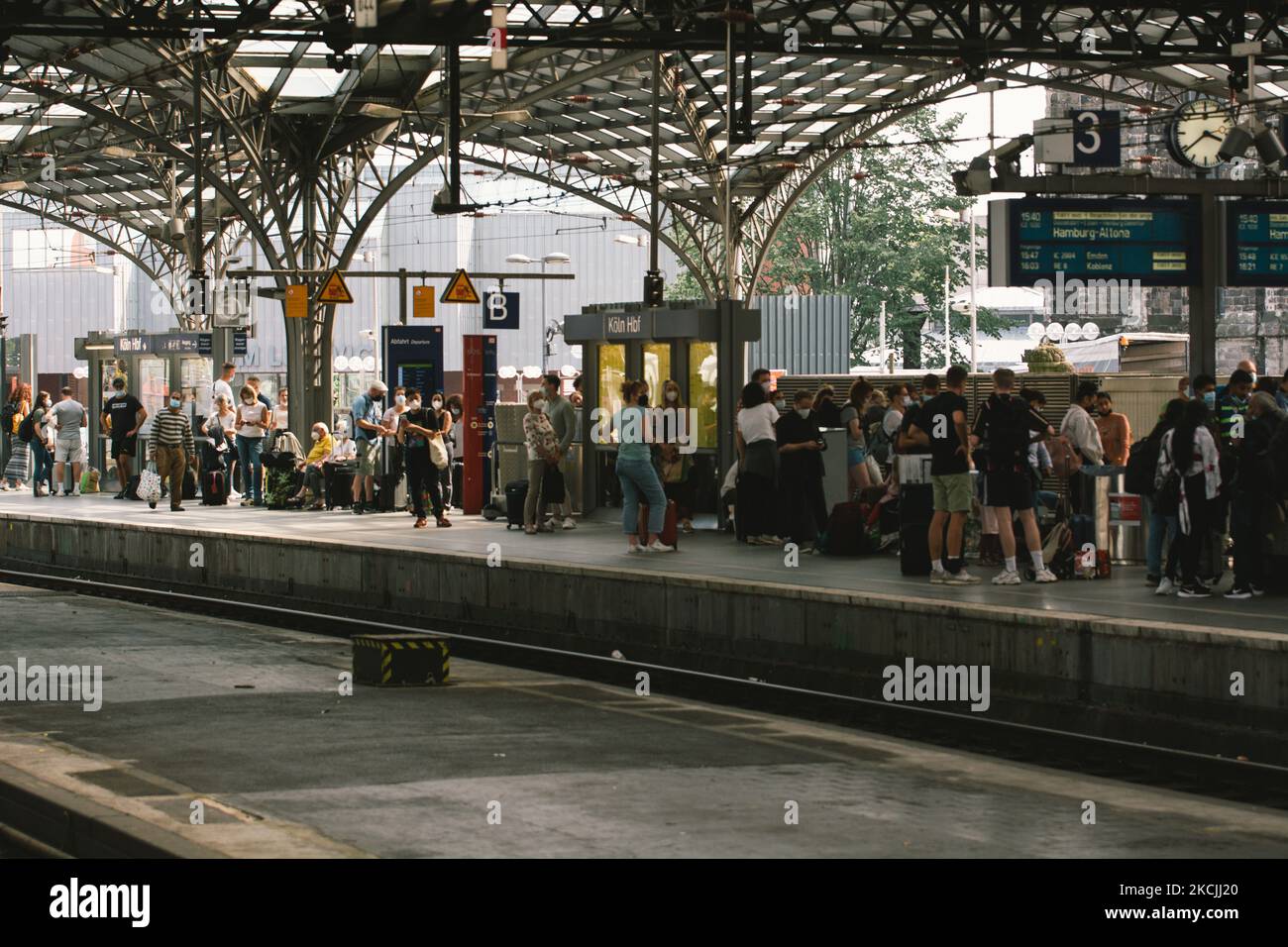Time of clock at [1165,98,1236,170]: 3:38
